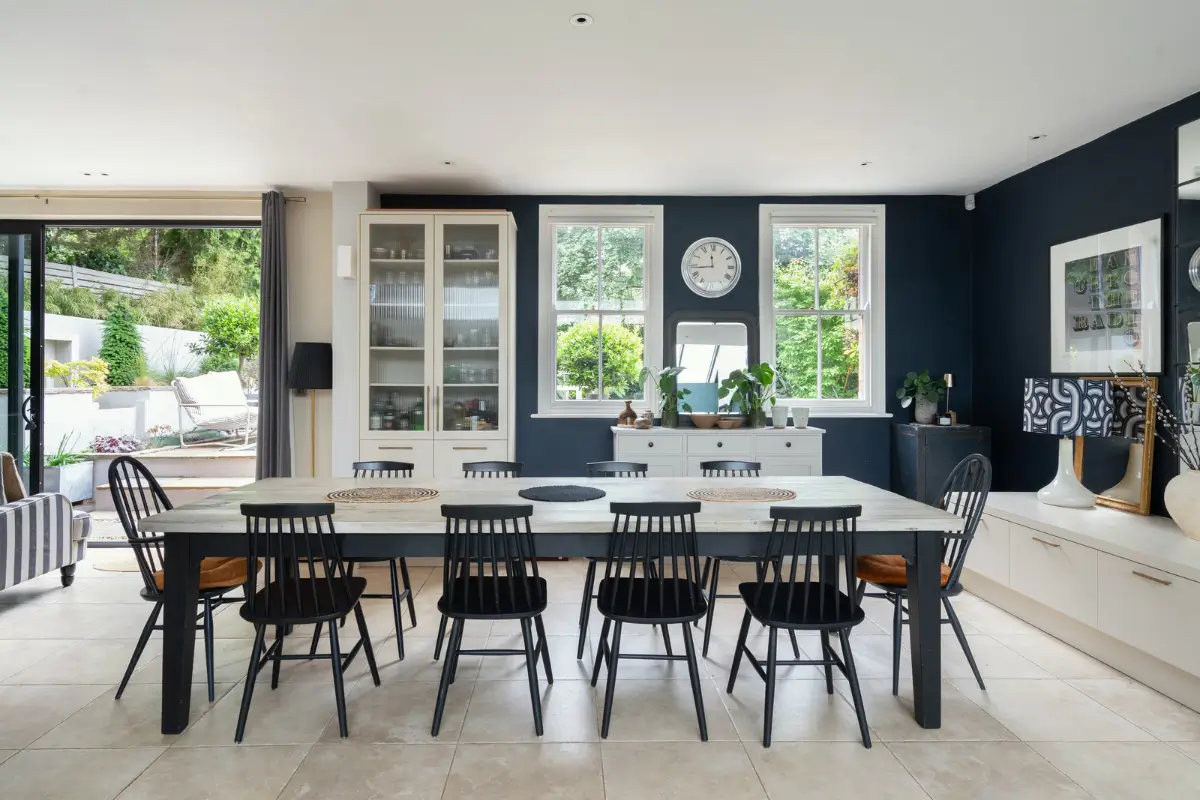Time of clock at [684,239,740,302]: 11:43
